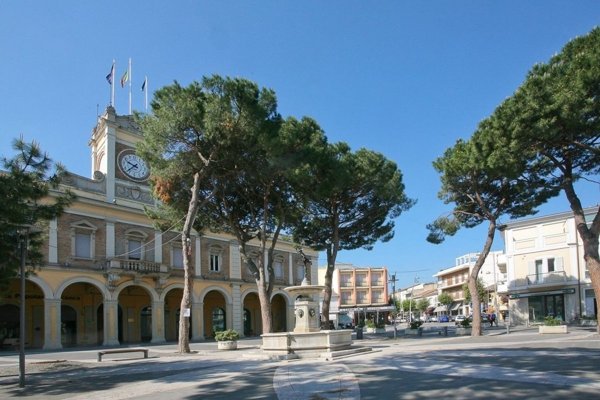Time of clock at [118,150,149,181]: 9:38
